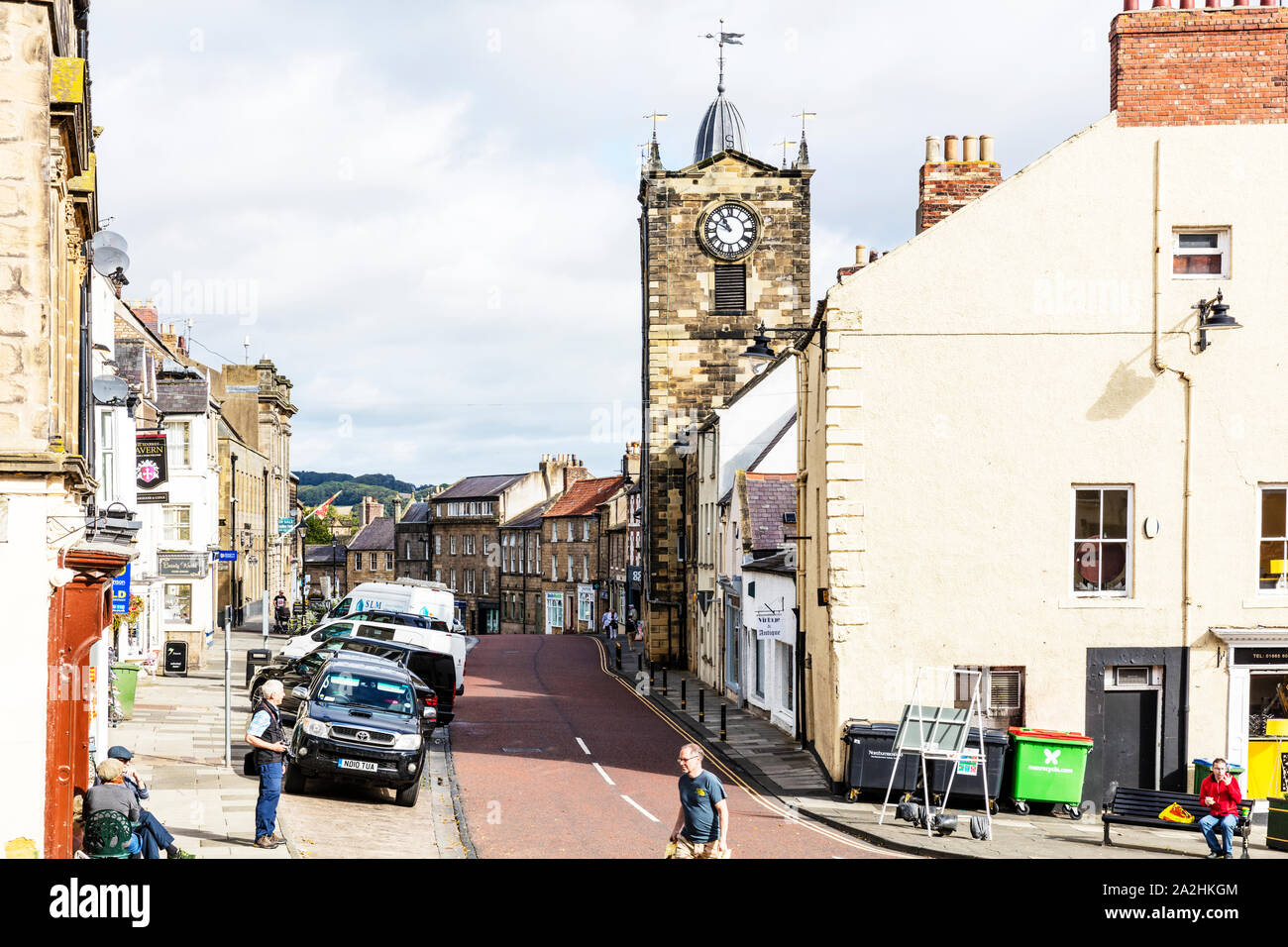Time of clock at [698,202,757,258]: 10:49
